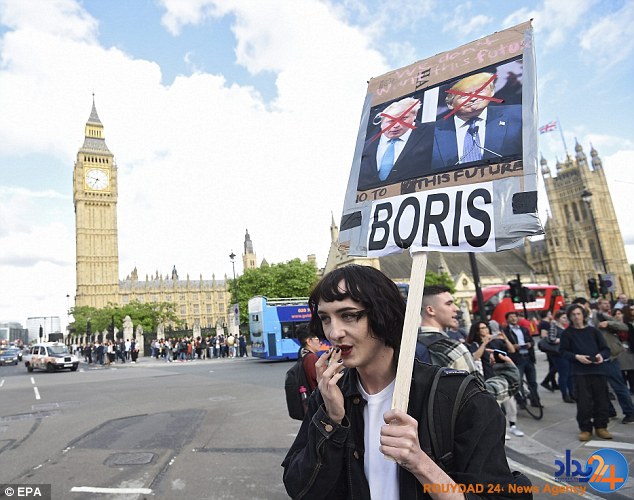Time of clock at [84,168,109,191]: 6:47
